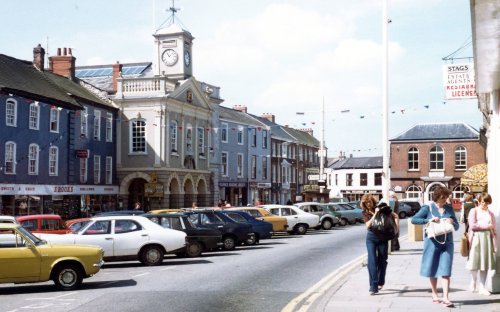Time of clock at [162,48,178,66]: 11:07
